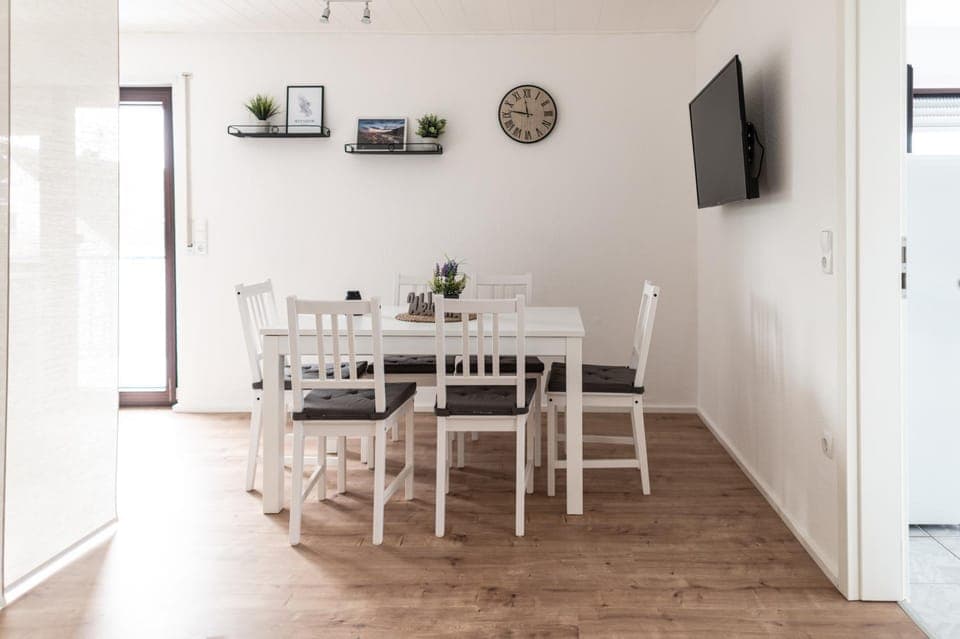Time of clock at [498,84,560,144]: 11:46
